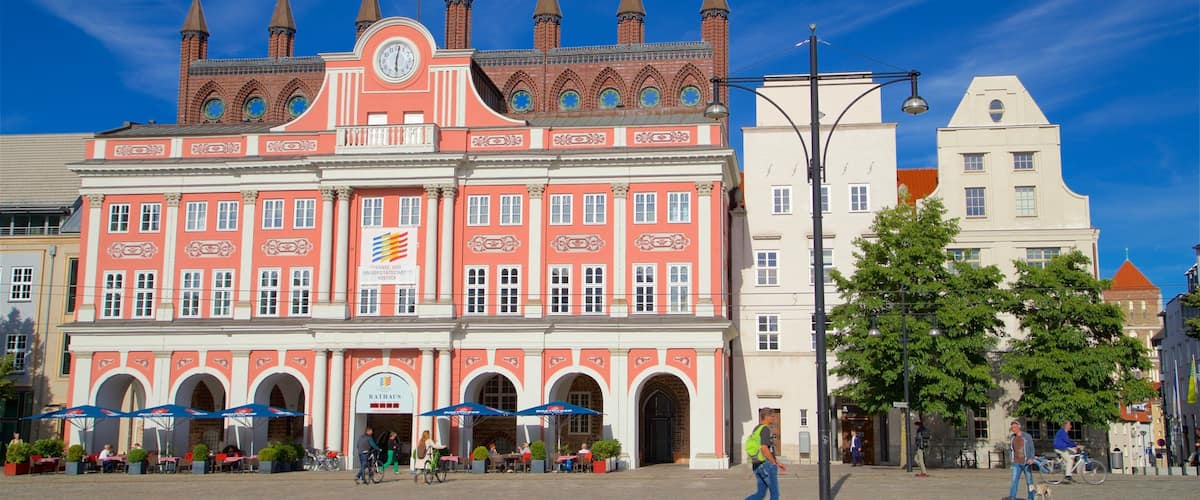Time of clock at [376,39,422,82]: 6:01
